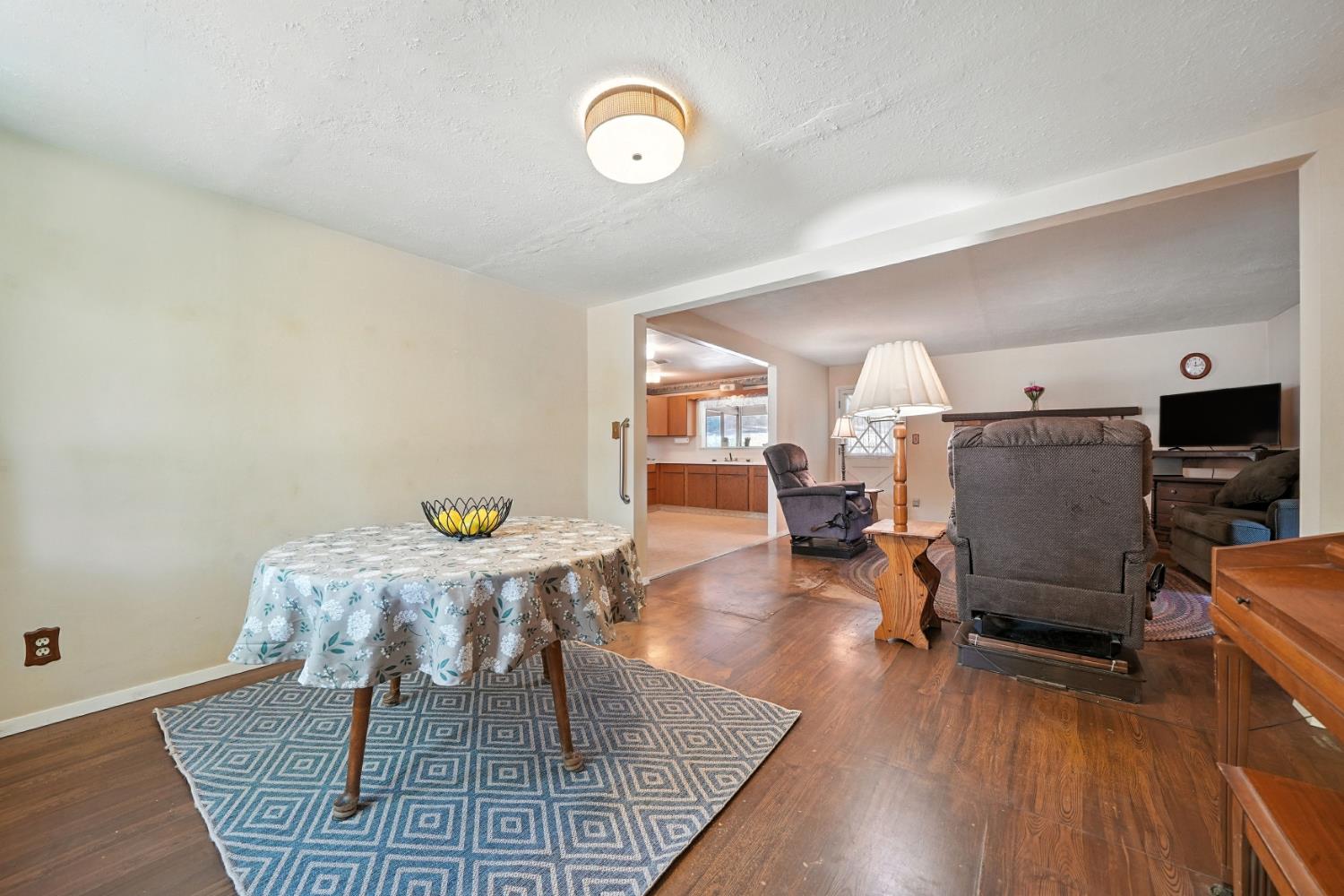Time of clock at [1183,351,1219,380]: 12:13
